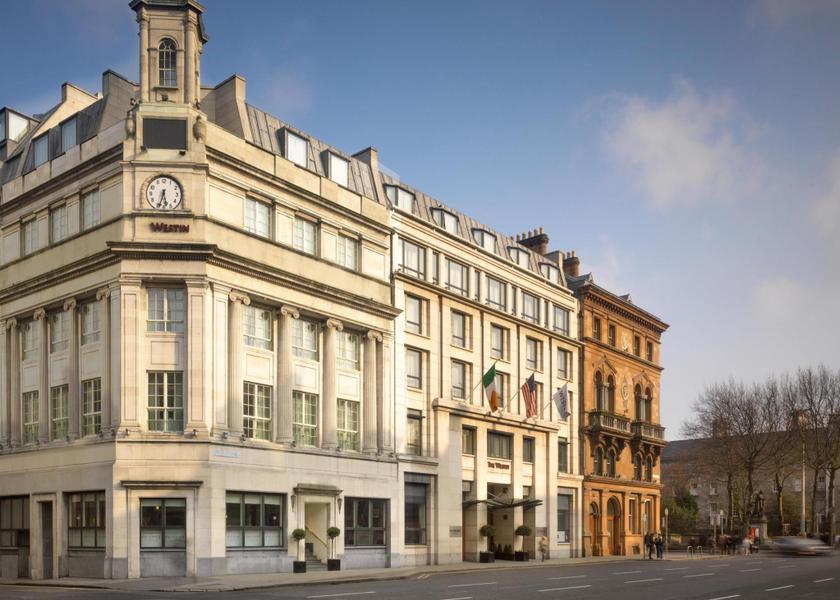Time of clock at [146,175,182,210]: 5:33
